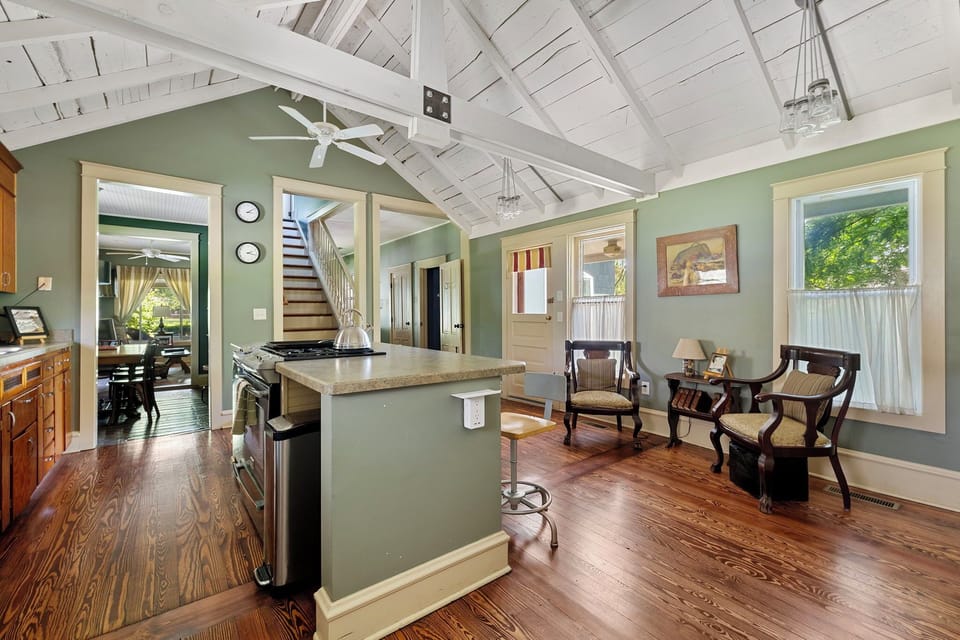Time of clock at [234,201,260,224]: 3:09
